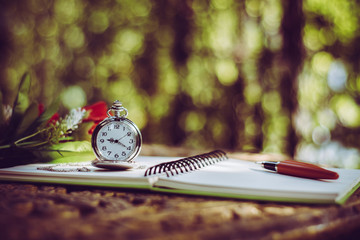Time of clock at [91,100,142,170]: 9:20
